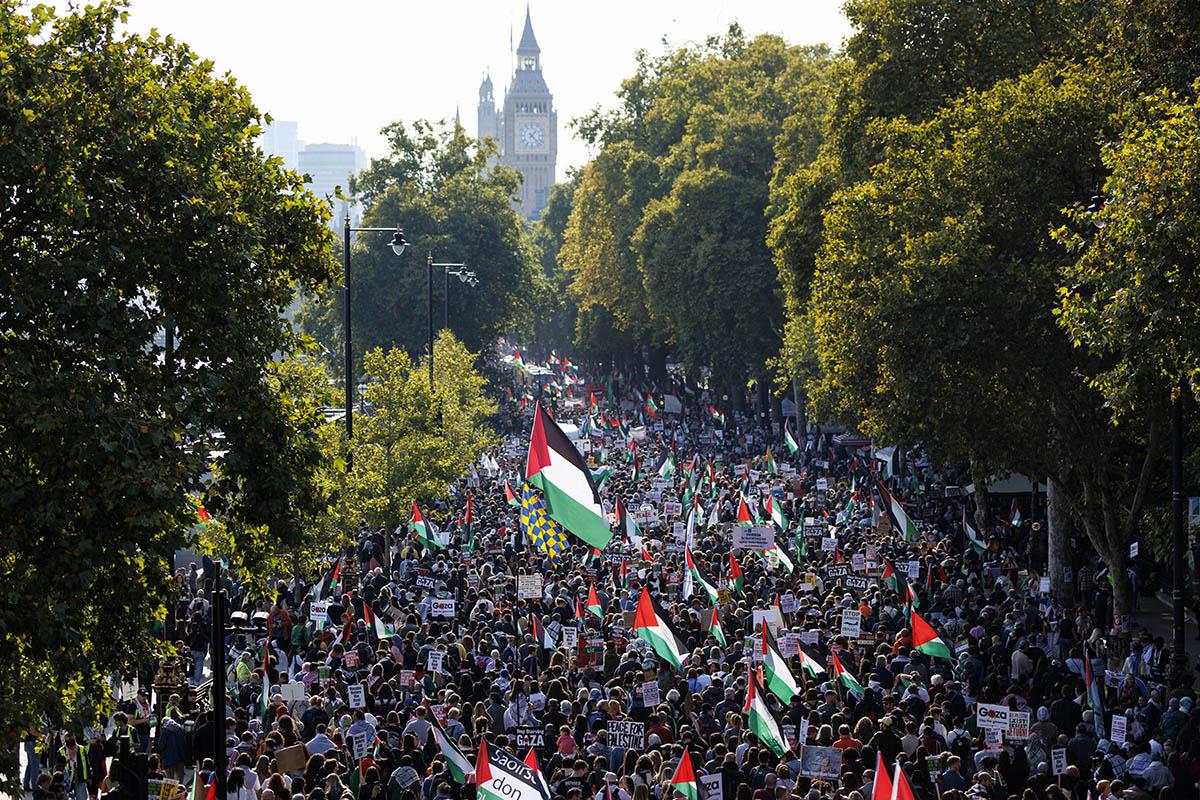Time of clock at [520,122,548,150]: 1:22
